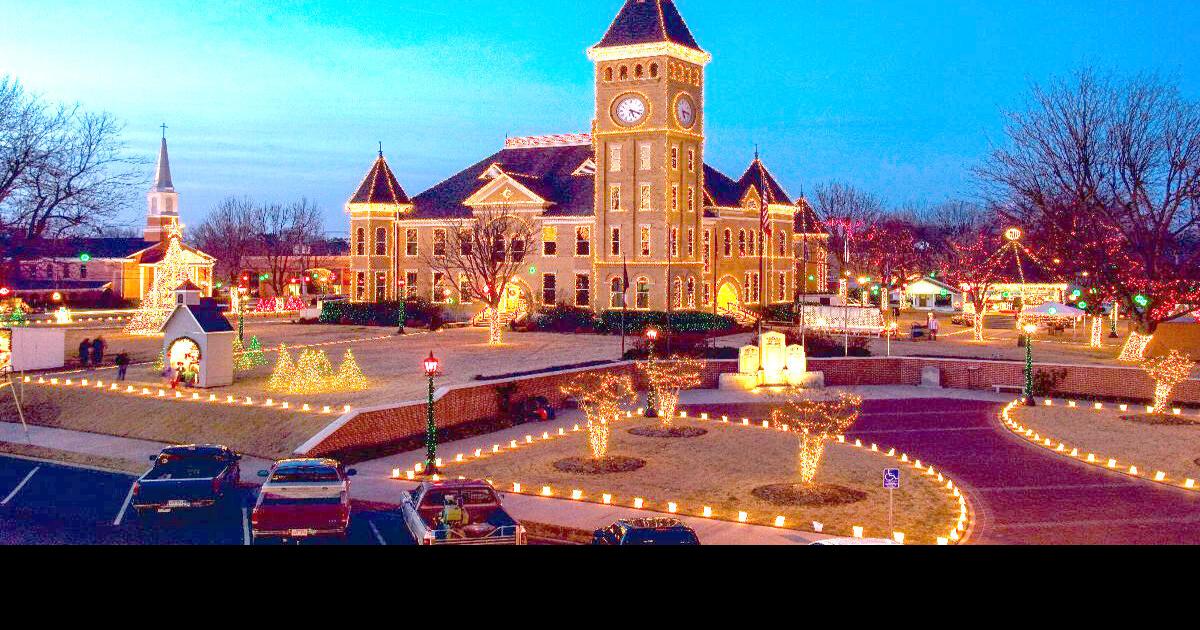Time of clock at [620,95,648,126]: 5:18
